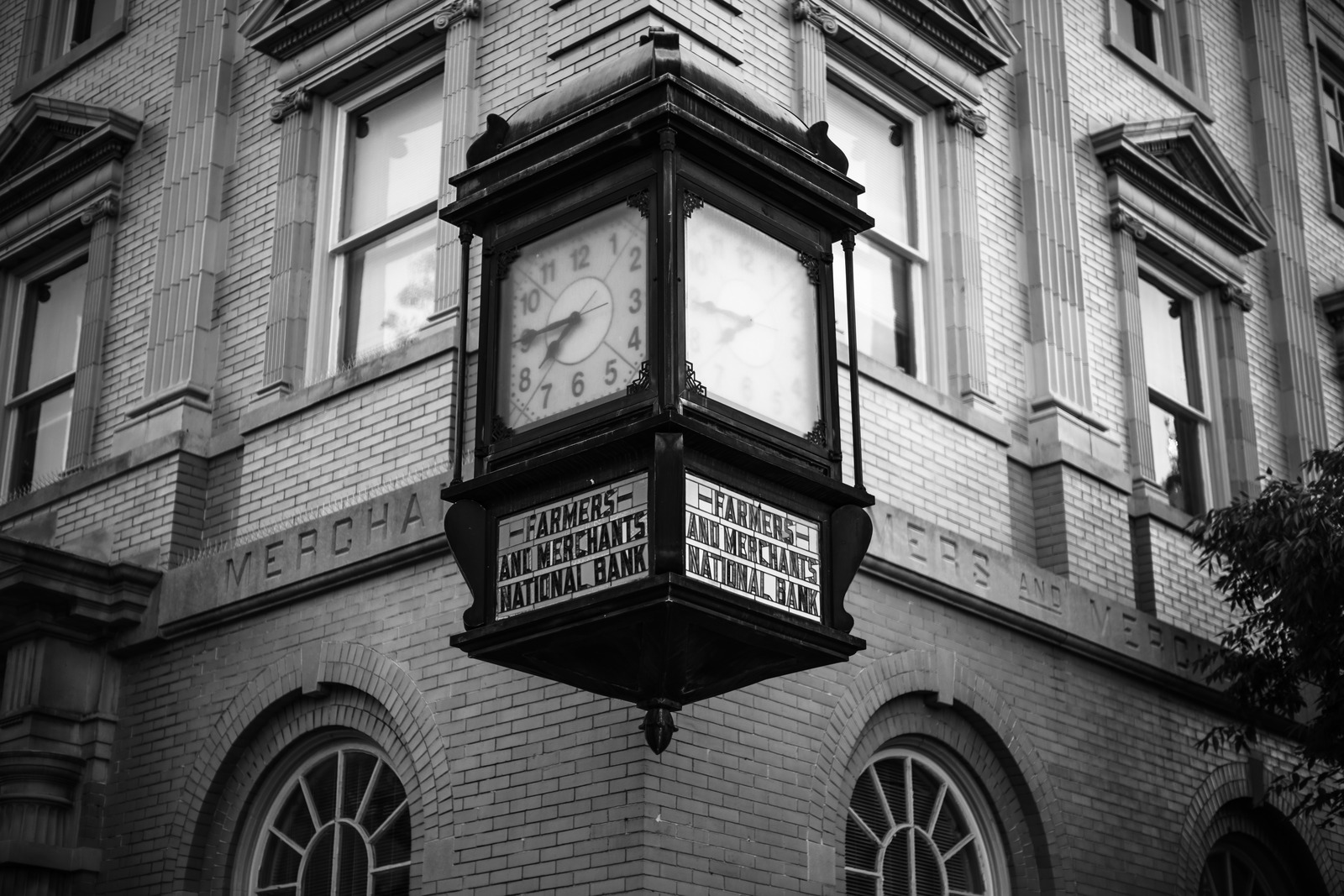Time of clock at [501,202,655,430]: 7:45
